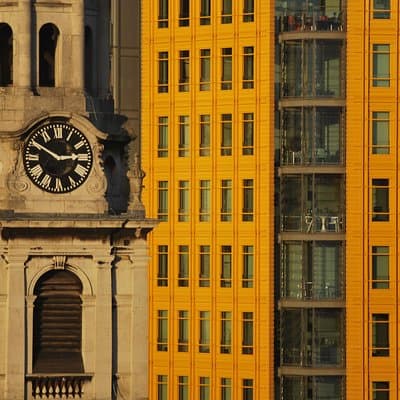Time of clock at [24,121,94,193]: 2:50
